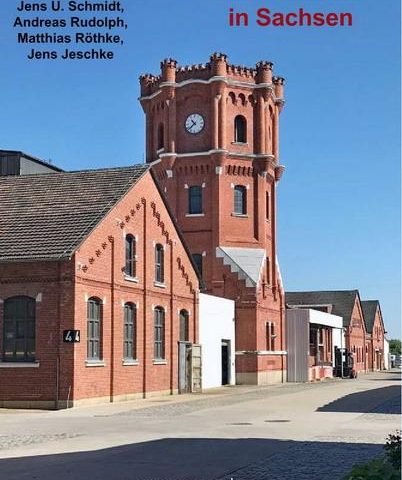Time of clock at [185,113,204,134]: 10:38
